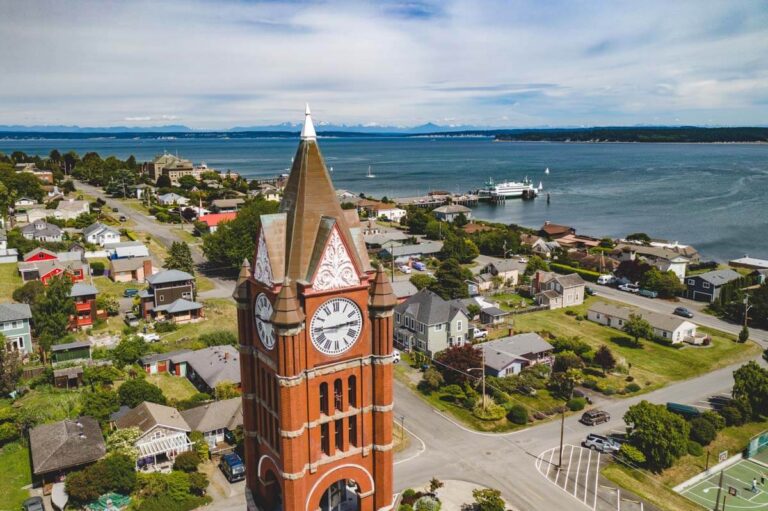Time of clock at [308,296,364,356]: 2:45
